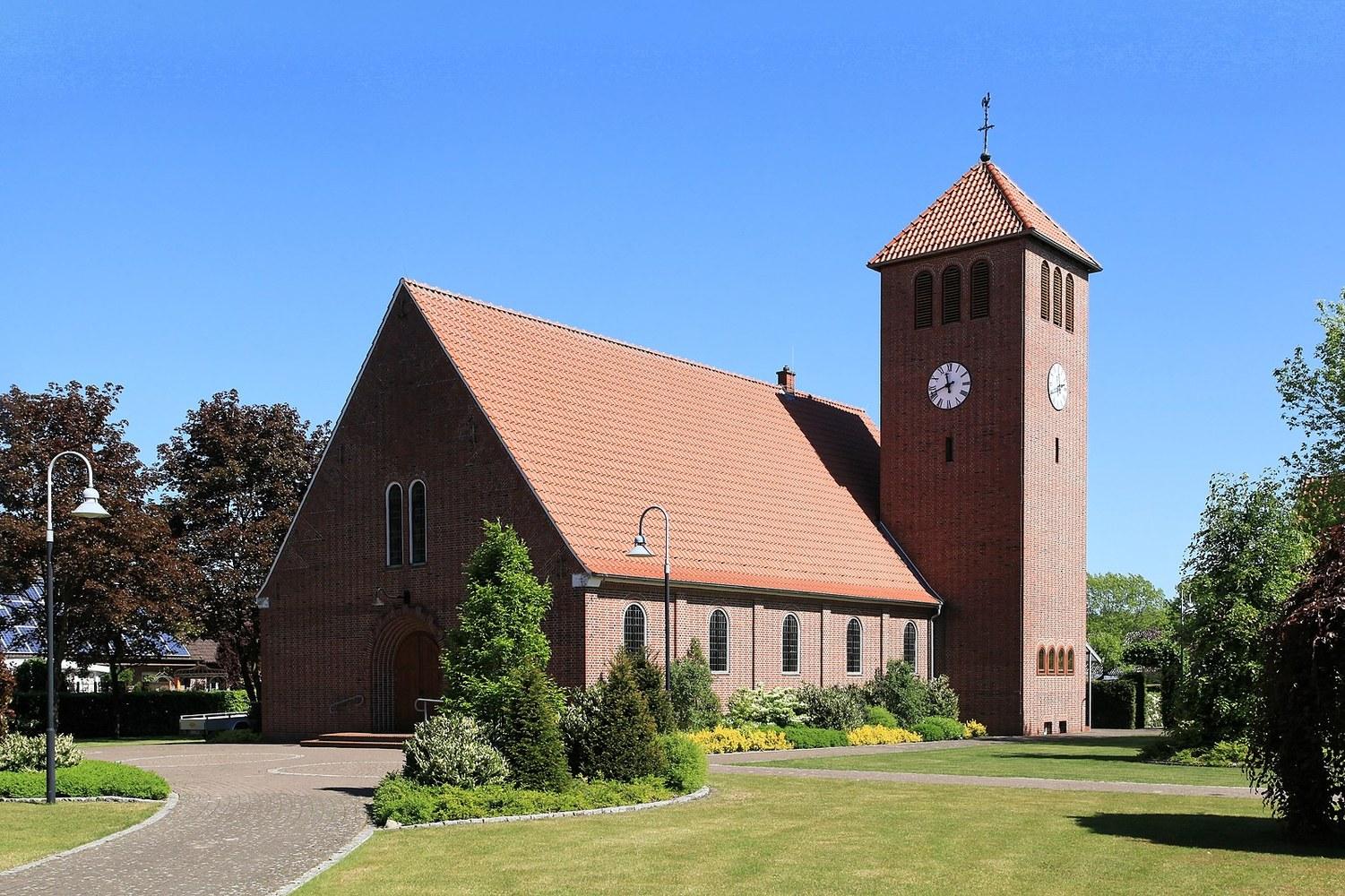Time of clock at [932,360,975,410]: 11:41
